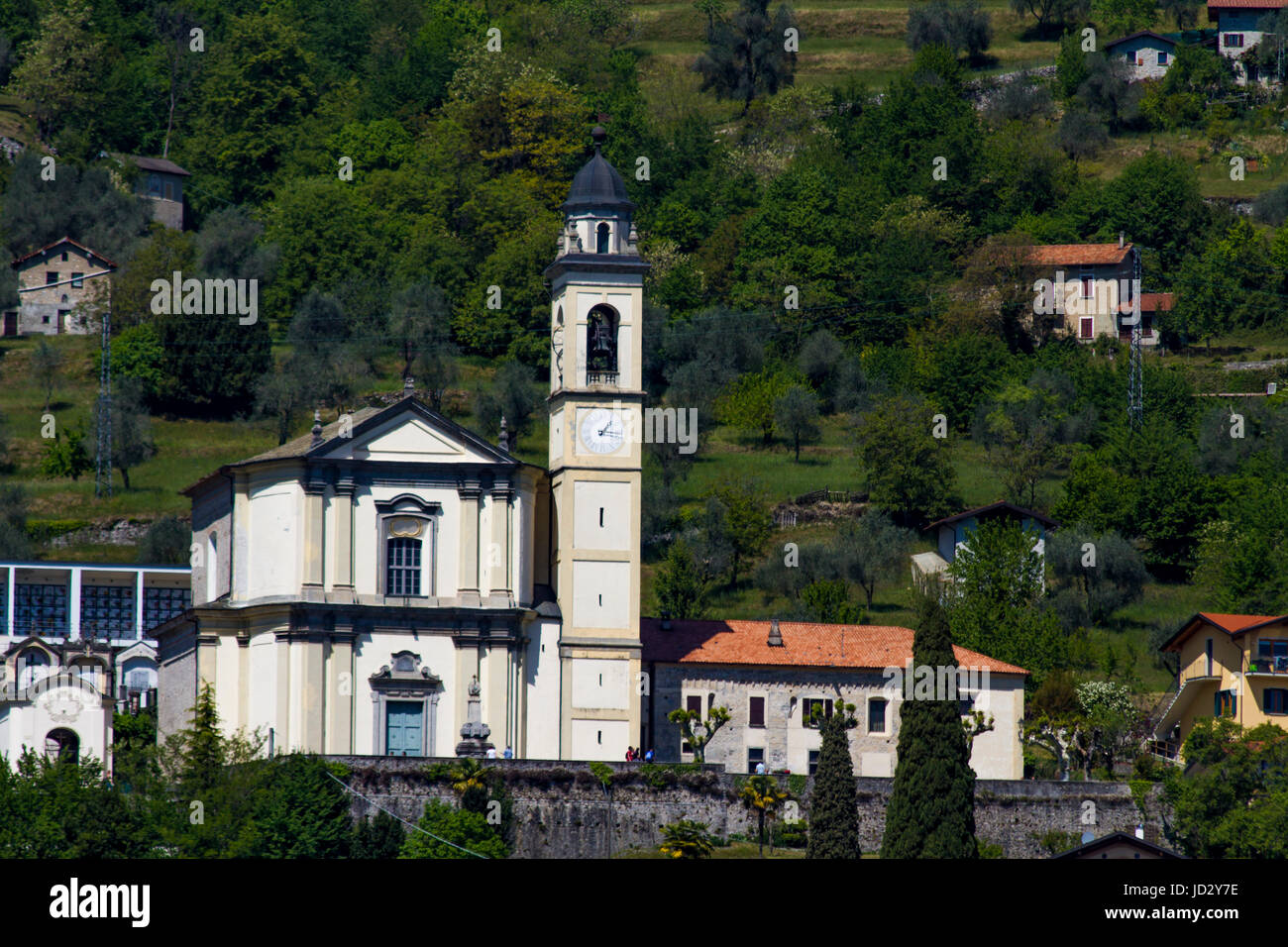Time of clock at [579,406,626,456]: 1:16
